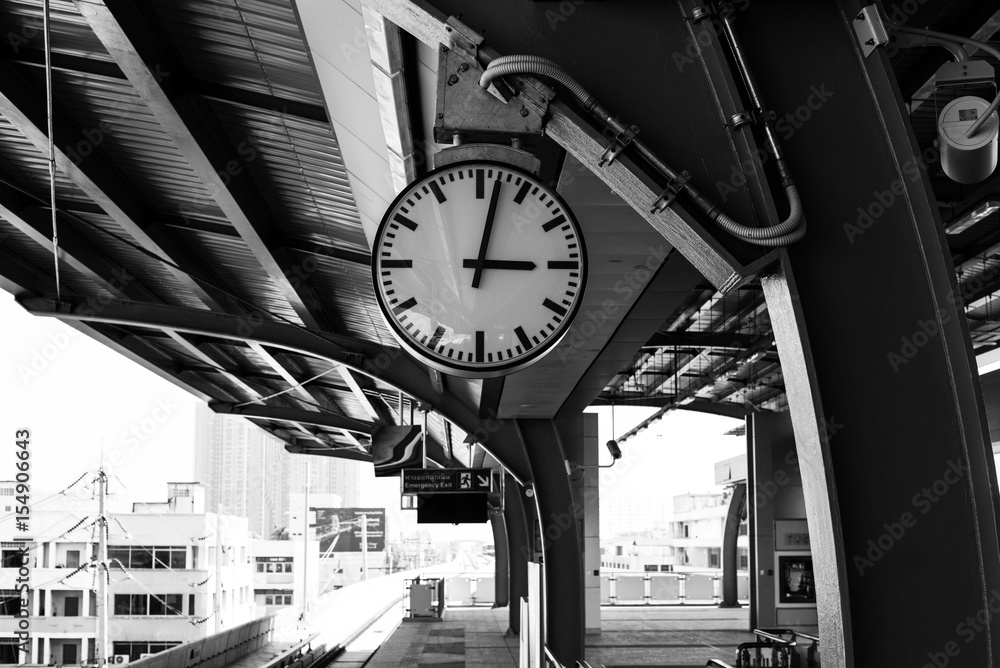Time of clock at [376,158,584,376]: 3:02
